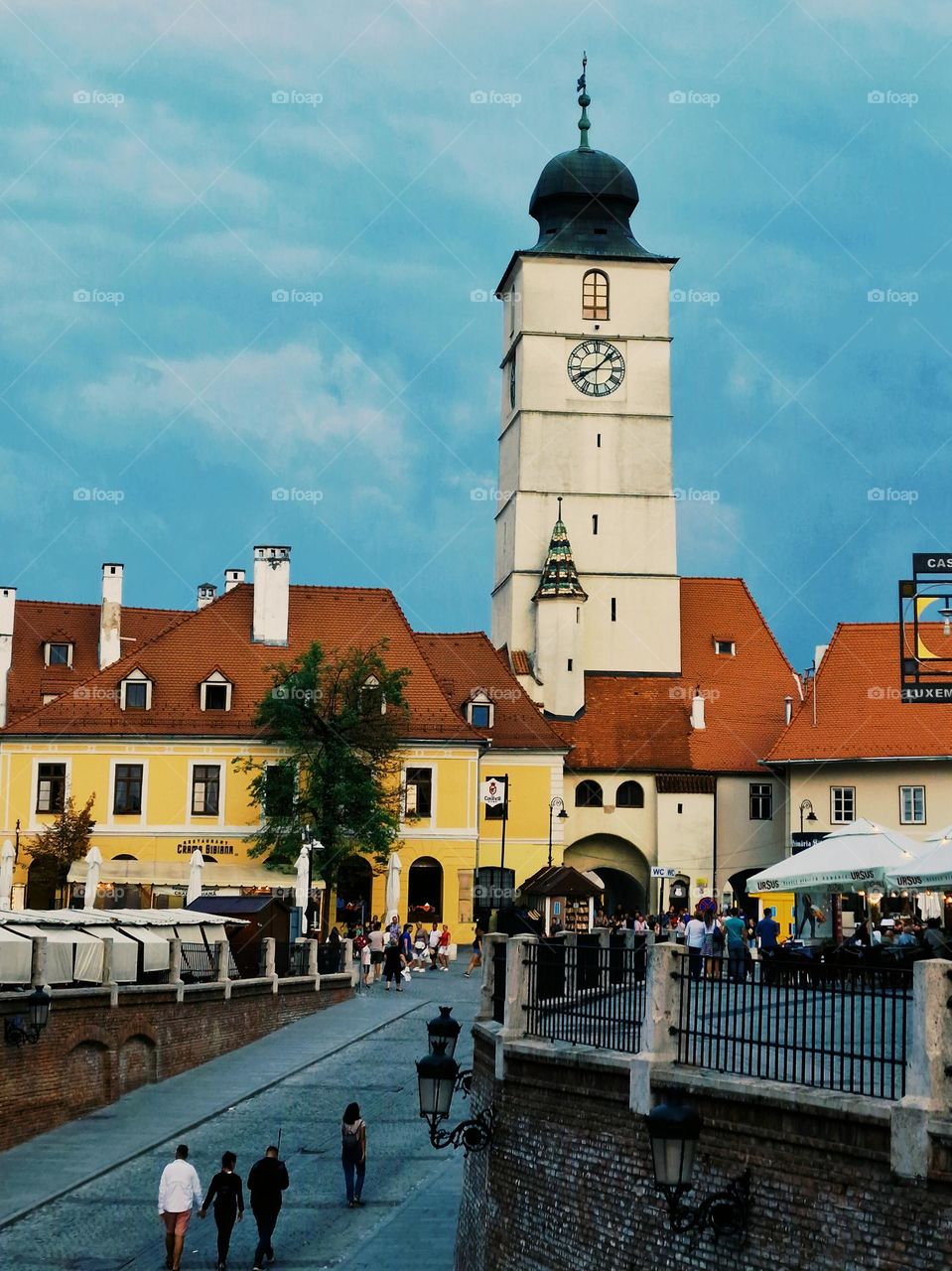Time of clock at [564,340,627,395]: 8:07
